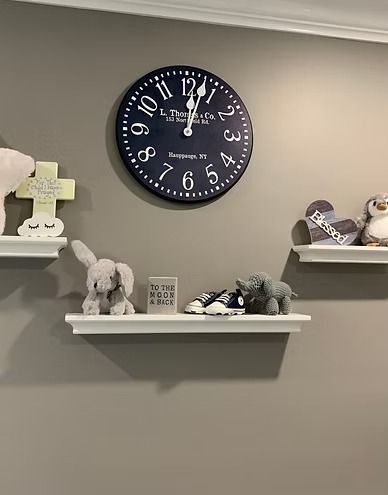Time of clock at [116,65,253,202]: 12:02
